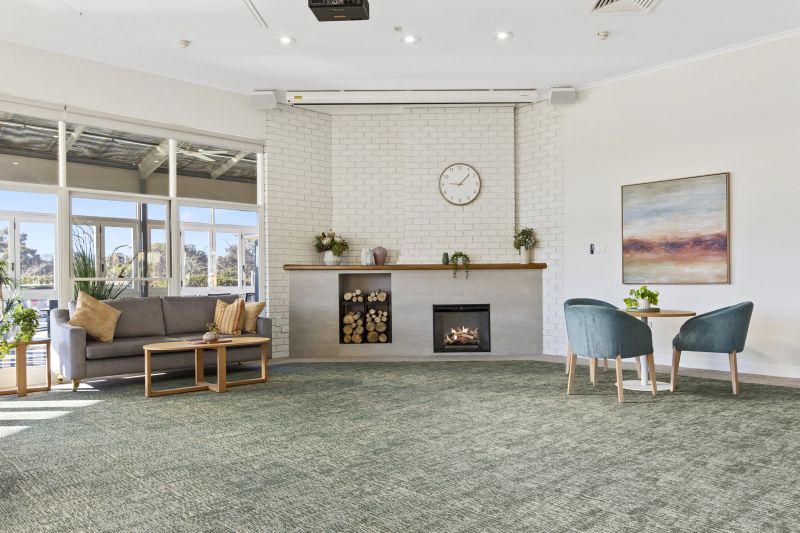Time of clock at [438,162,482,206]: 9:07
